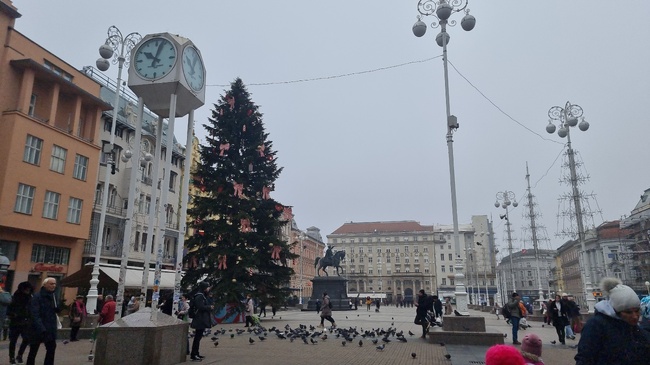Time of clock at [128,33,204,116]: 10:02
